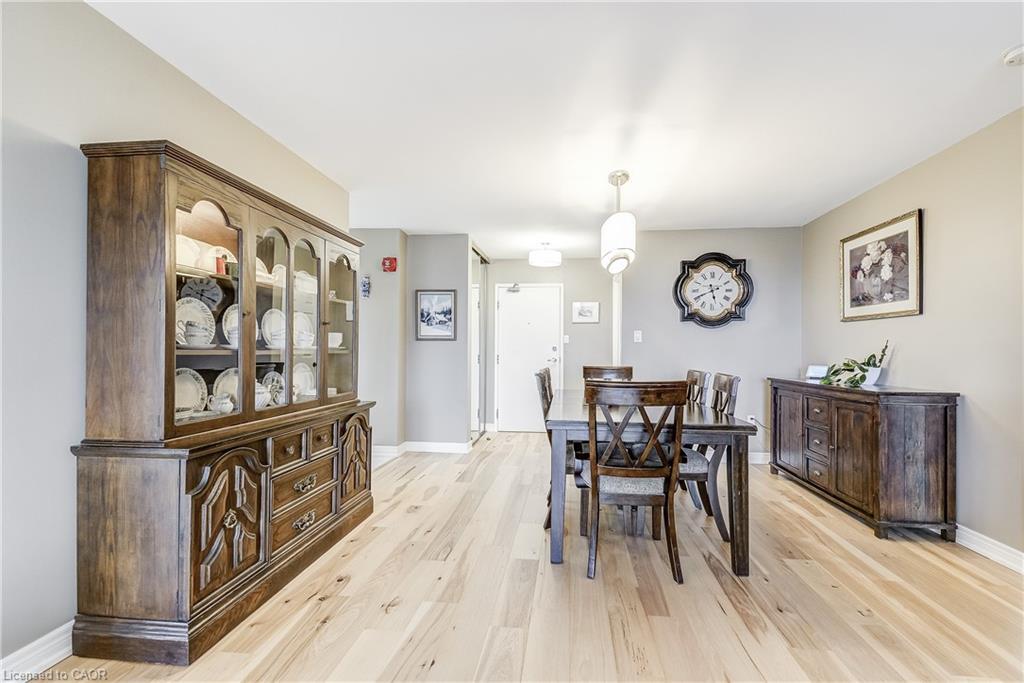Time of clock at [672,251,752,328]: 5:40
